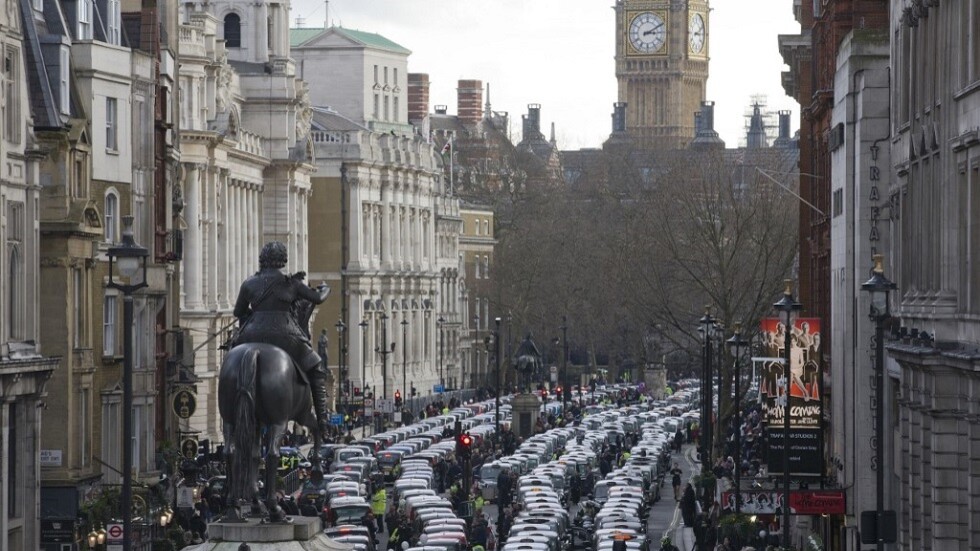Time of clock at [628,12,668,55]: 3:10
